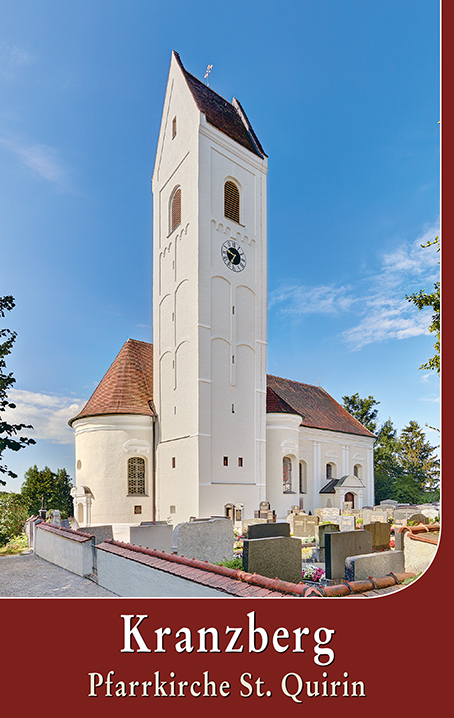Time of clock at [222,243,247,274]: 9:36
